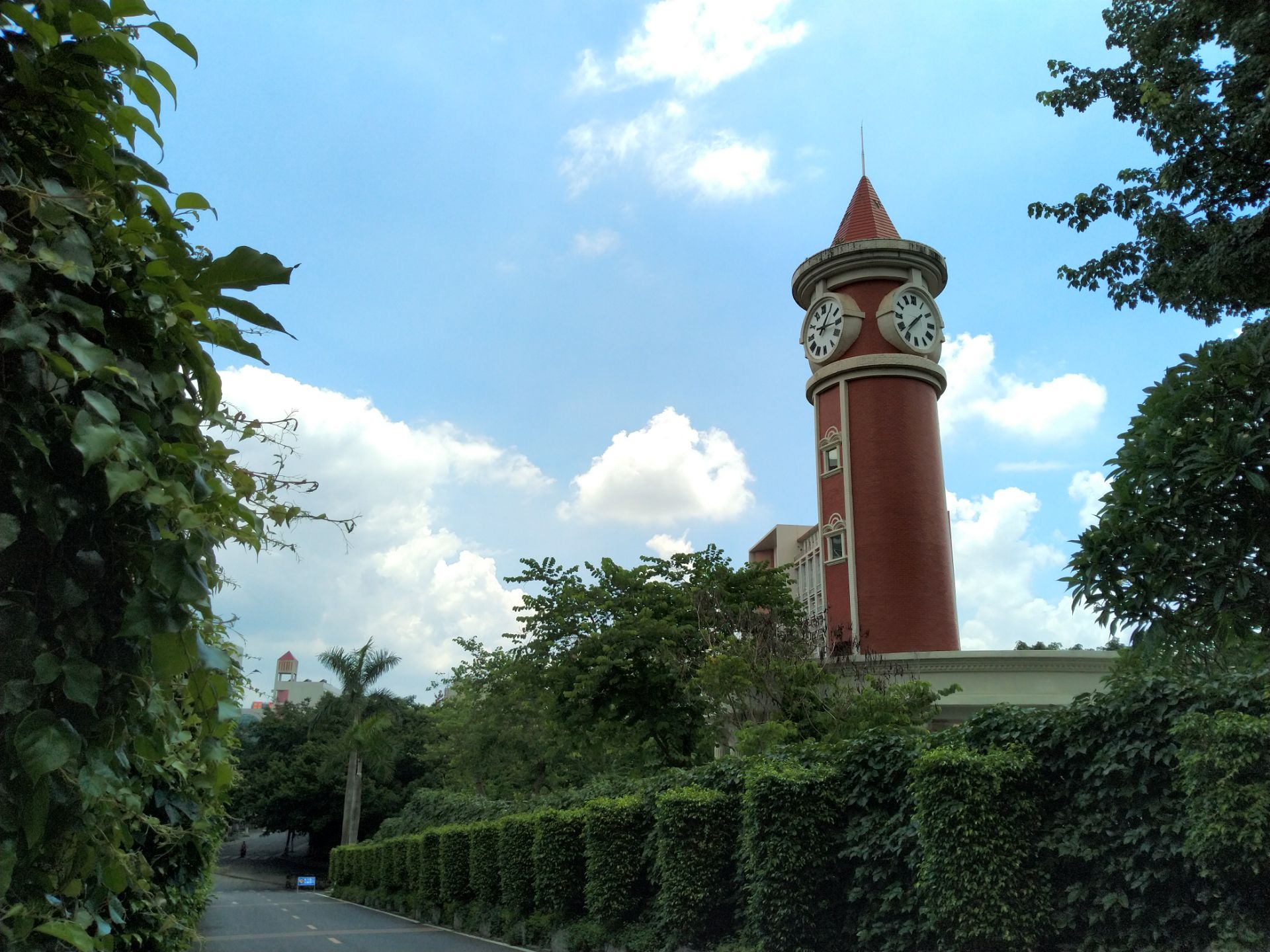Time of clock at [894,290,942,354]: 1:36
